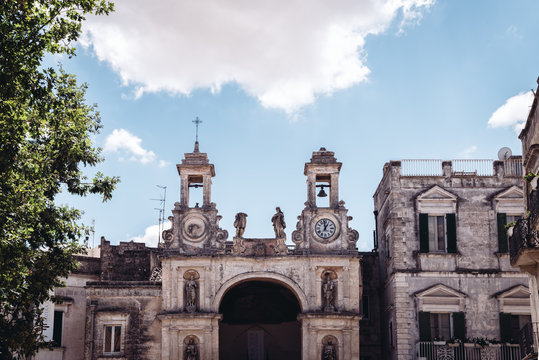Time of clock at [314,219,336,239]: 12:59
